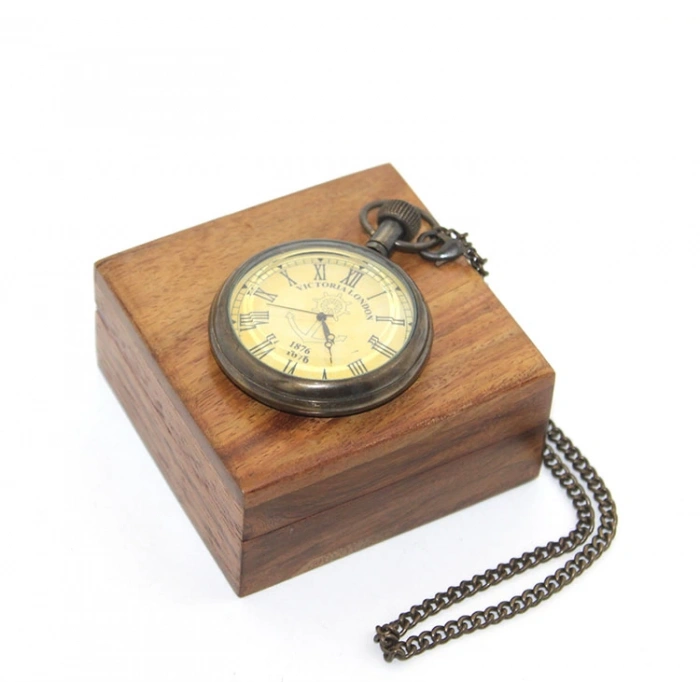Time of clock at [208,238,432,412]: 5:48
